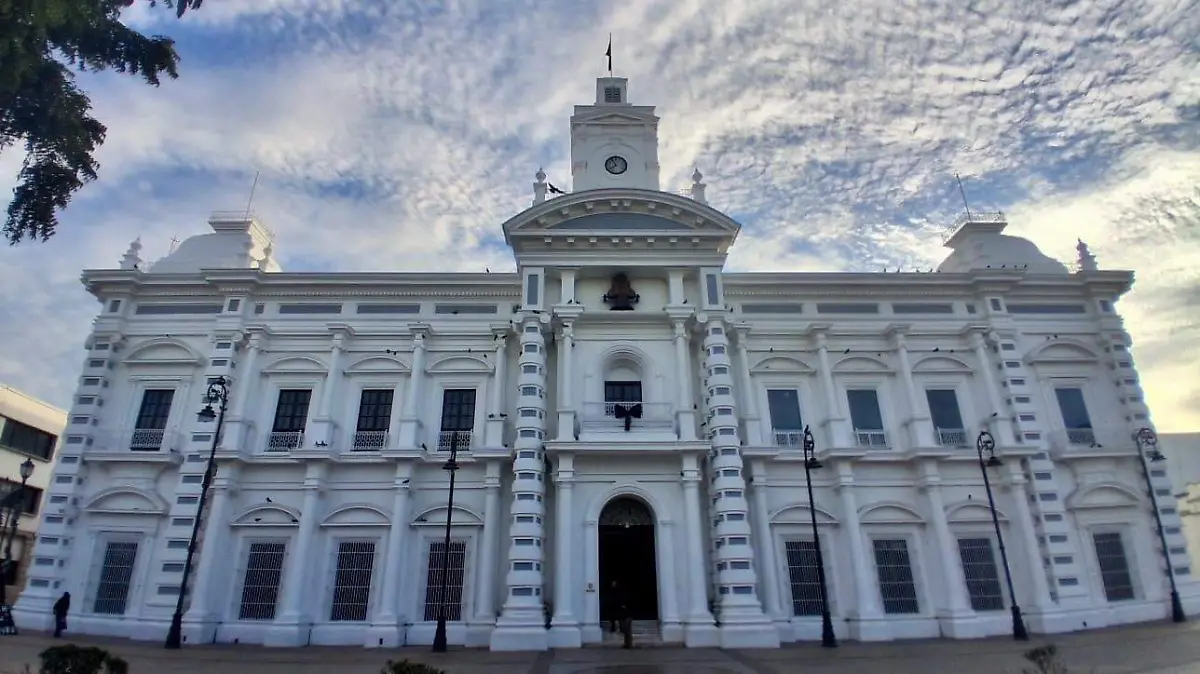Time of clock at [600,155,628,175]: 7:54
